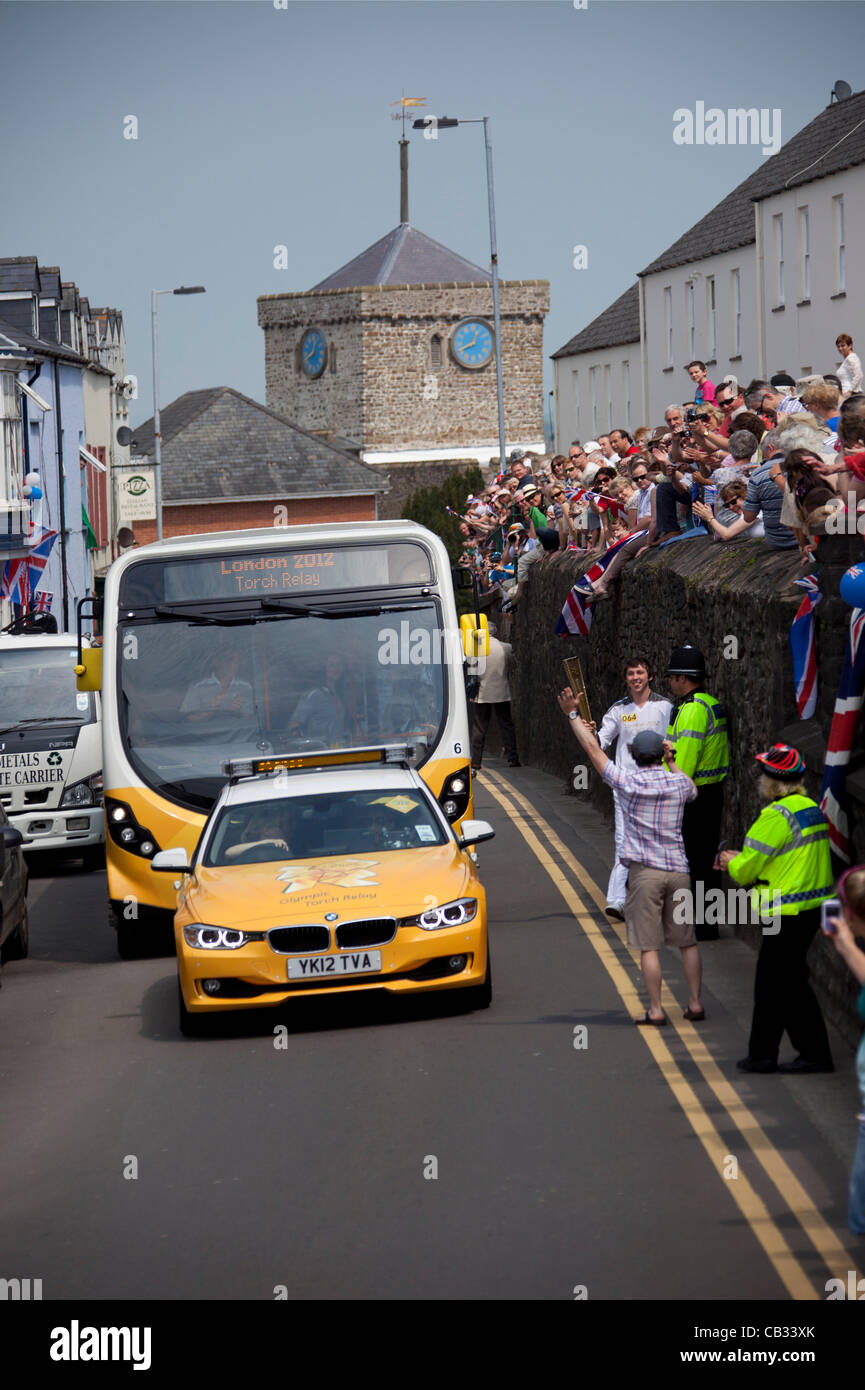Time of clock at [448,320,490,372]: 12:41
